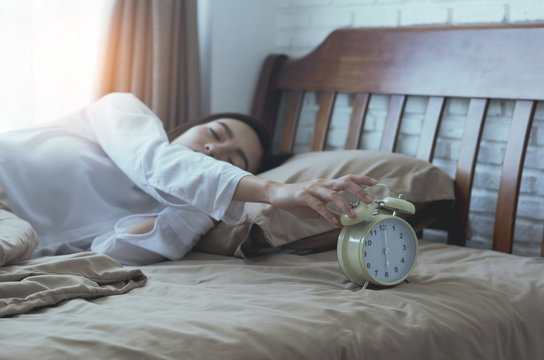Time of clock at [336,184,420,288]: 6:00
